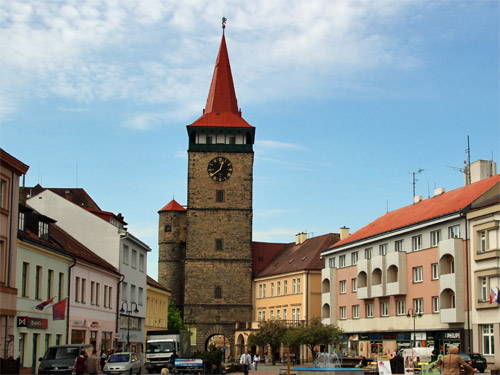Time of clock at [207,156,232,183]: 12:38
